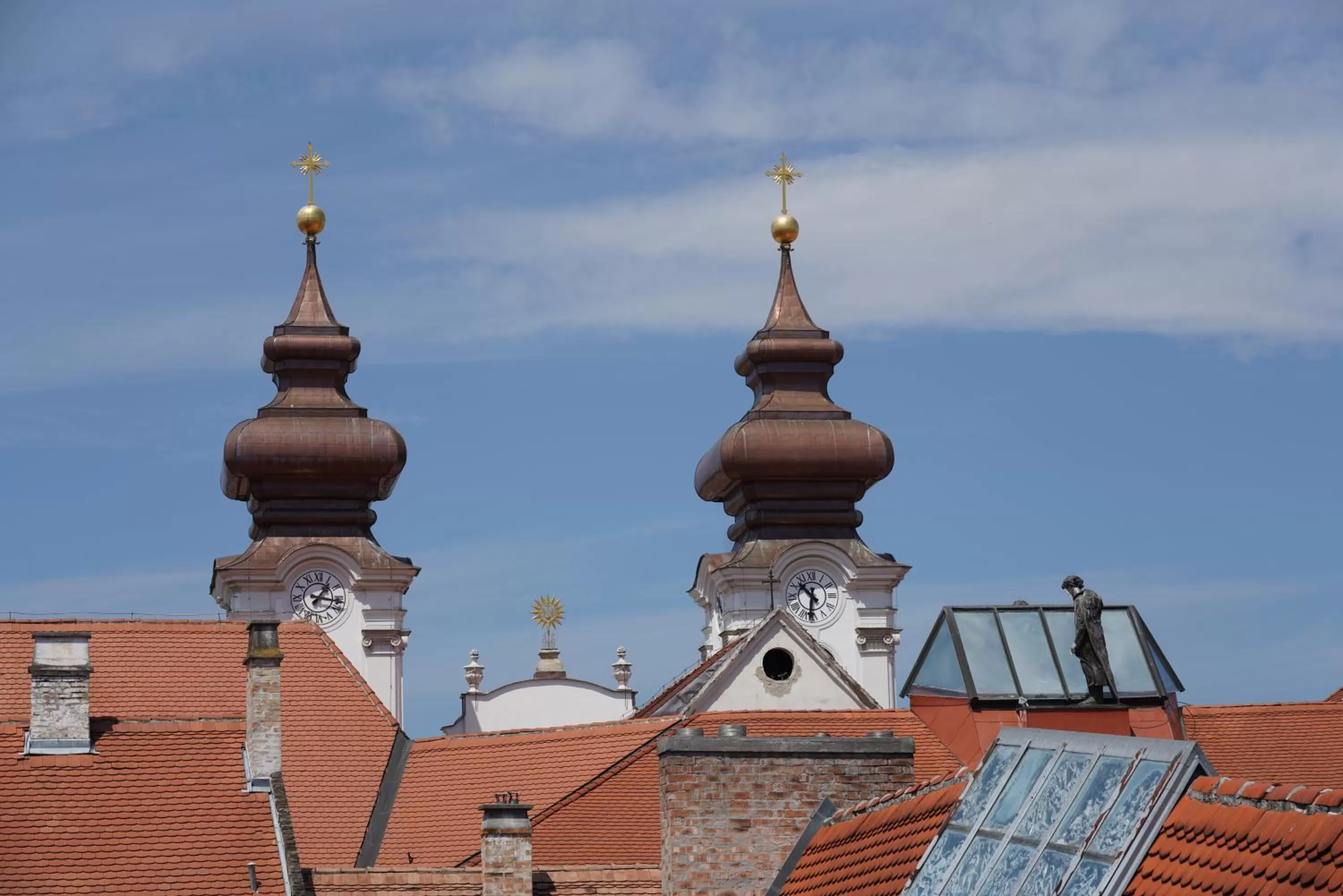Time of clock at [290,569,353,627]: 1:16
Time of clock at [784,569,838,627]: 10:31
